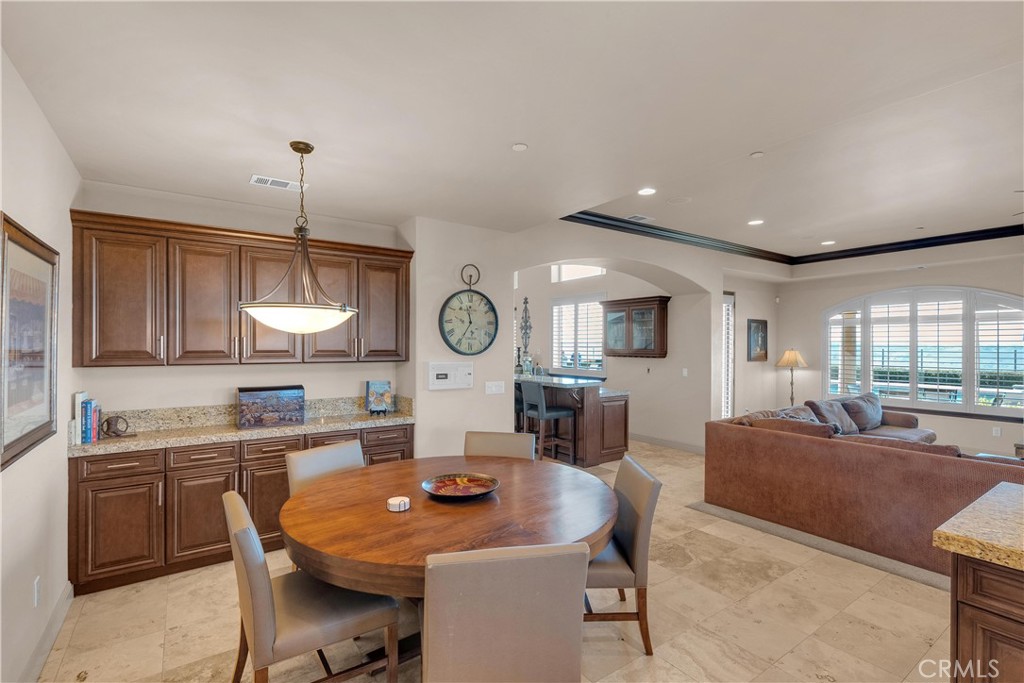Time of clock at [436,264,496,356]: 11:35
